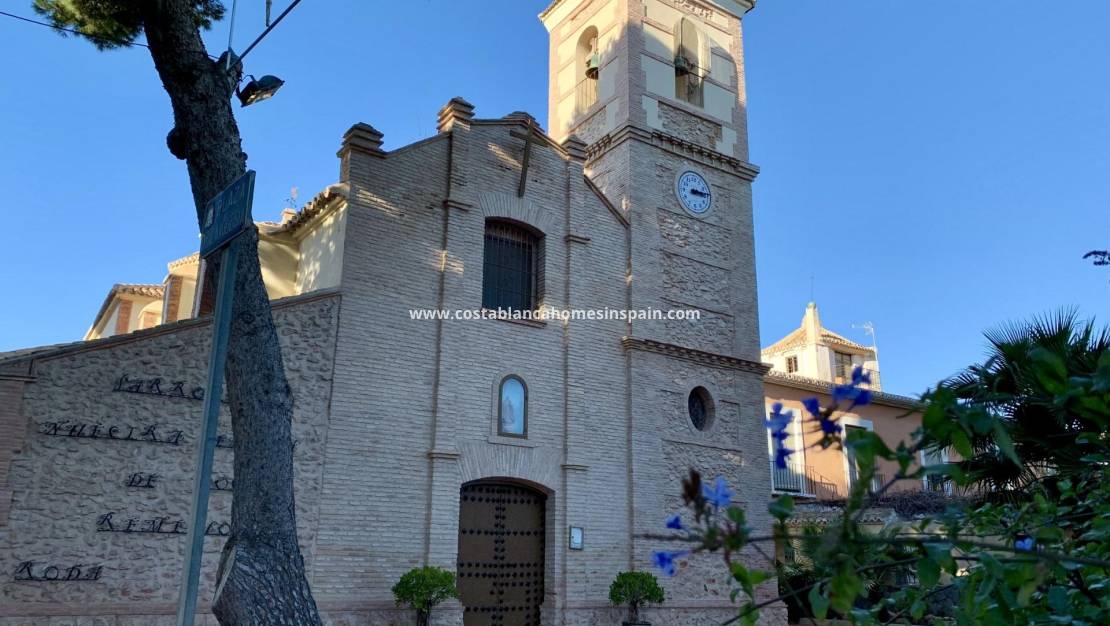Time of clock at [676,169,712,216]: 3:14
